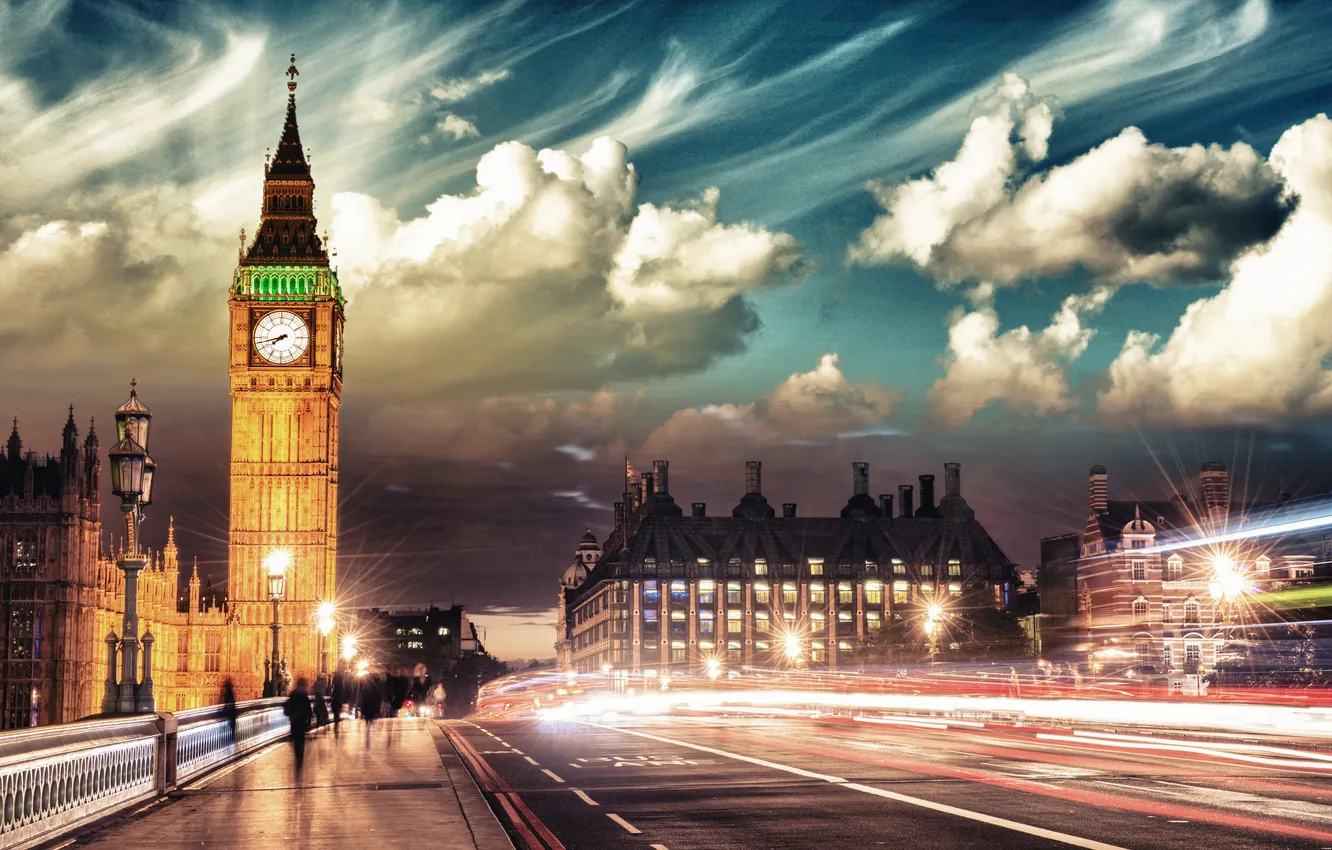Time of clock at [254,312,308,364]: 7:42
